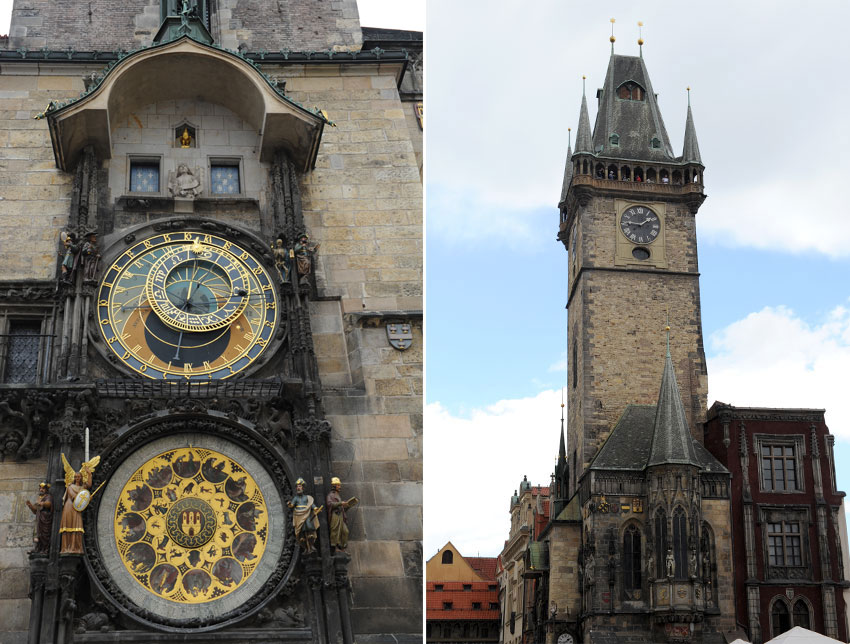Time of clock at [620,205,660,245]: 1:46
